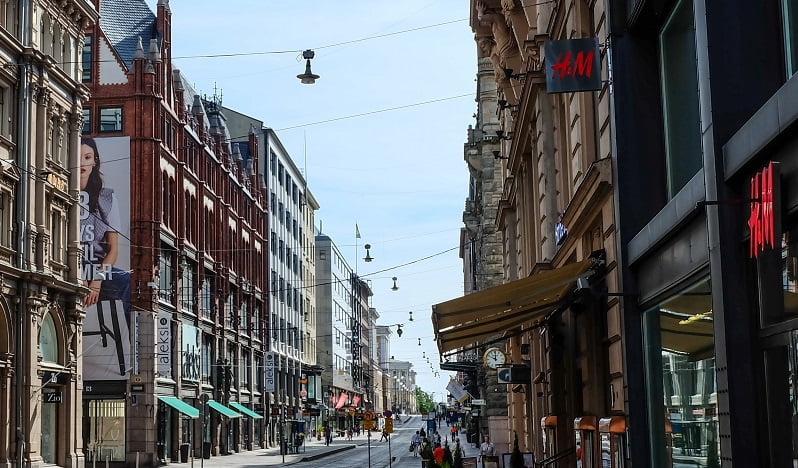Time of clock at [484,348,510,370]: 10:00
